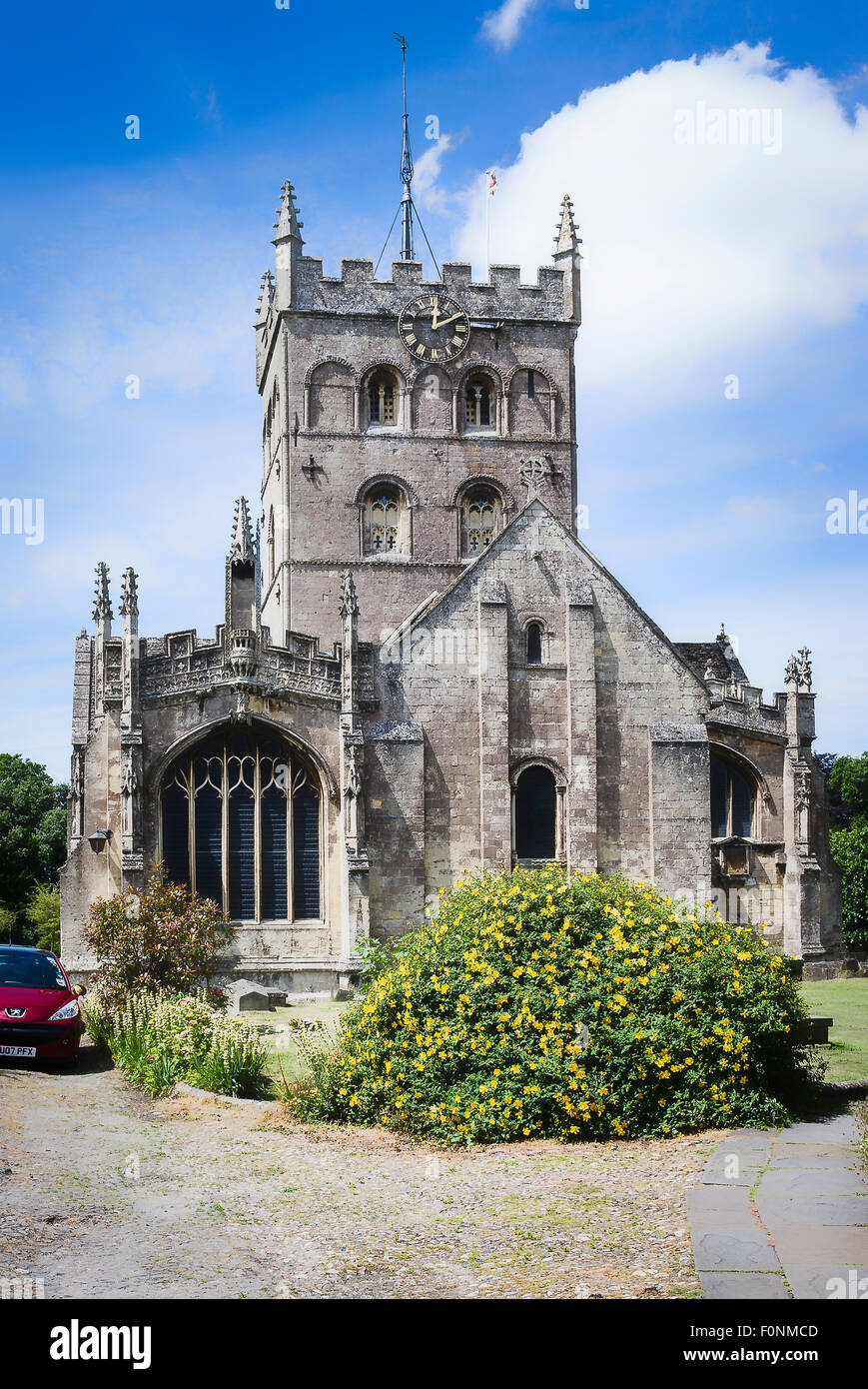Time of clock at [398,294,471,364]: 12:10
